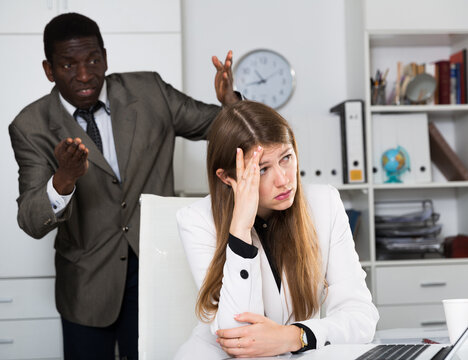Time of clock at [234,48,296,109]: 10:42
